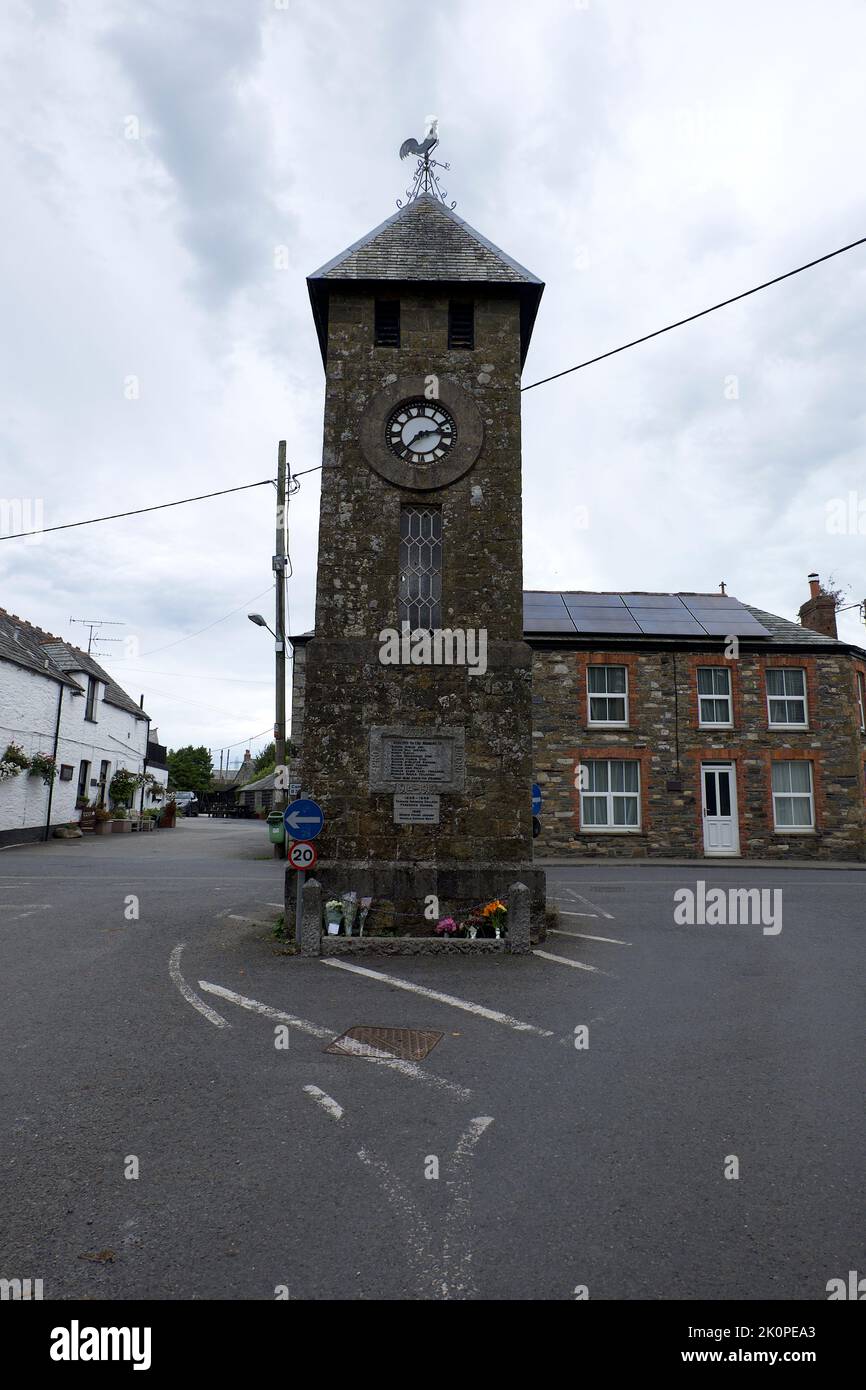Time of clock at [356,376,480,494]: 2:36
